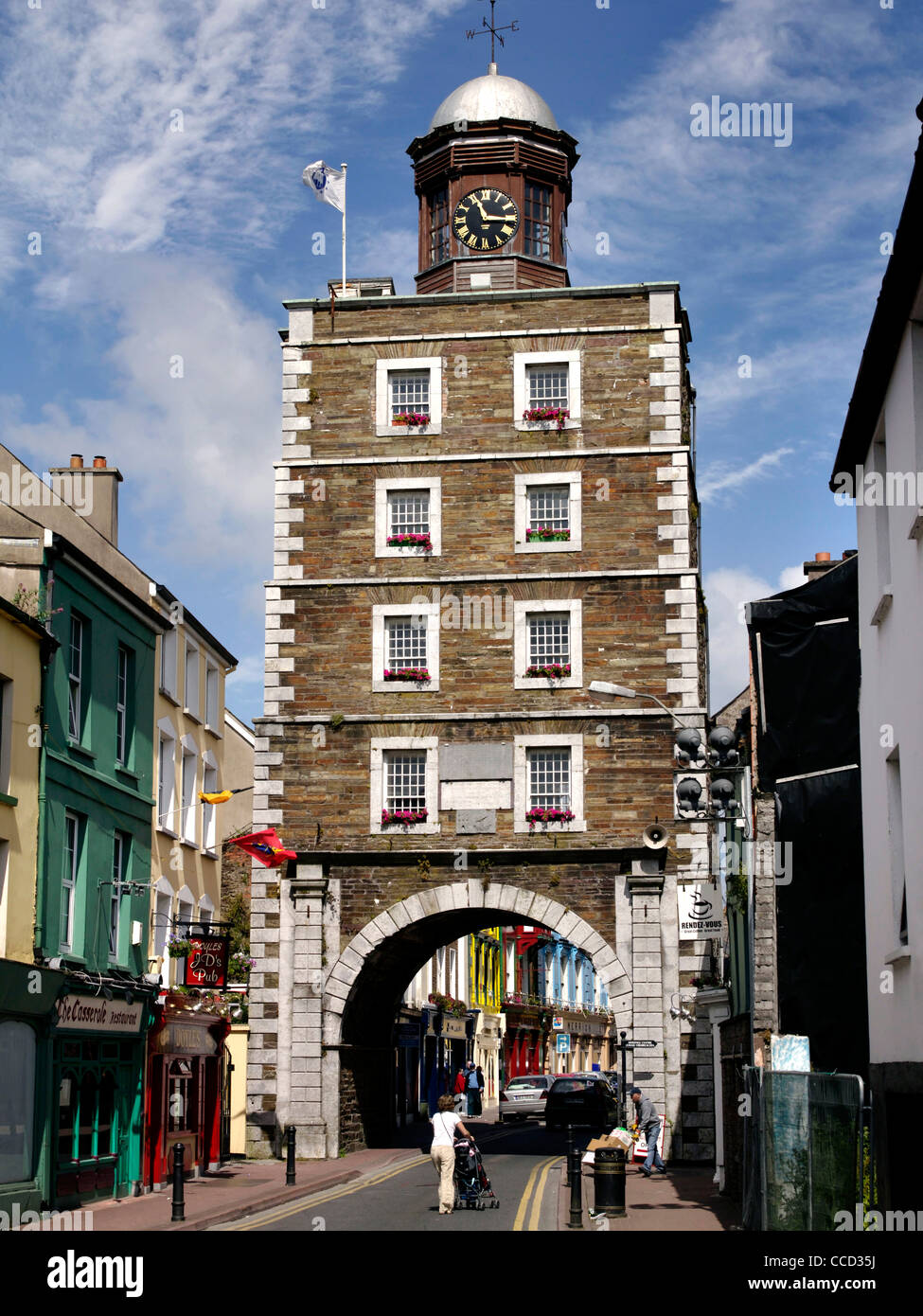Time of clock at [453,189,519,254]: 11:15
